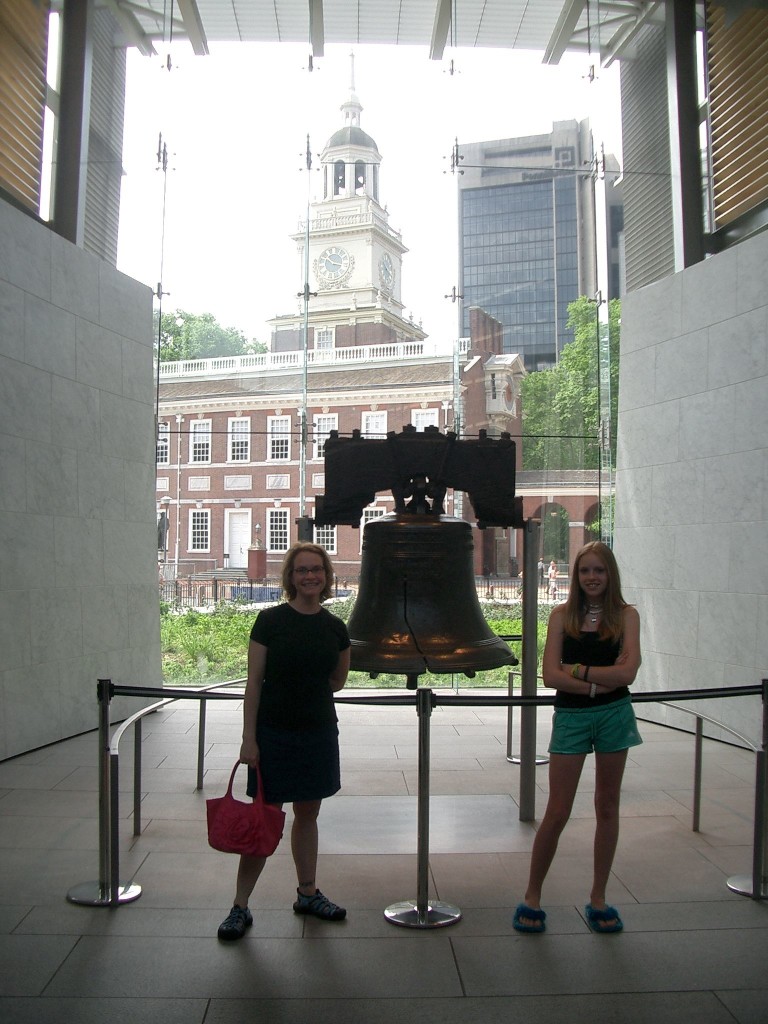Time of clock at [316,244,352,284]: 10:17
